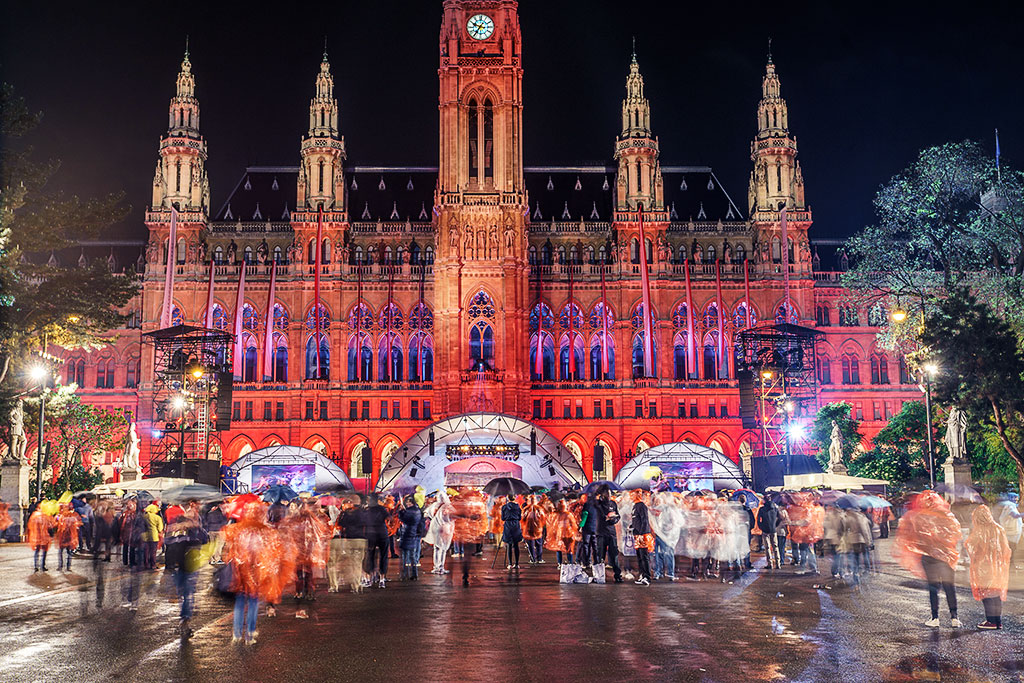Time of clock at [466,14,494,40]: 9:36
